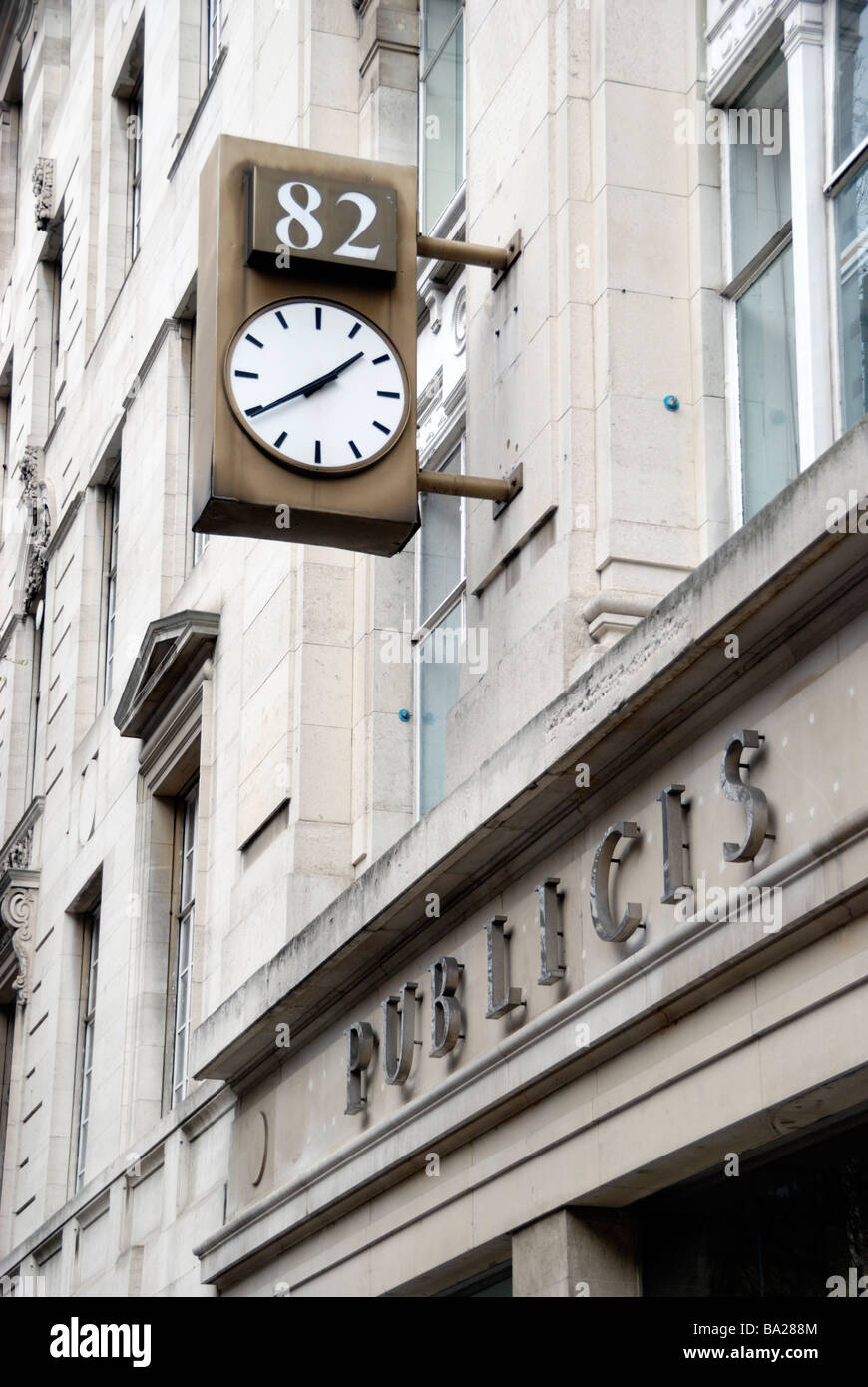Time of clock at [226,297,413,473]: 1:39
